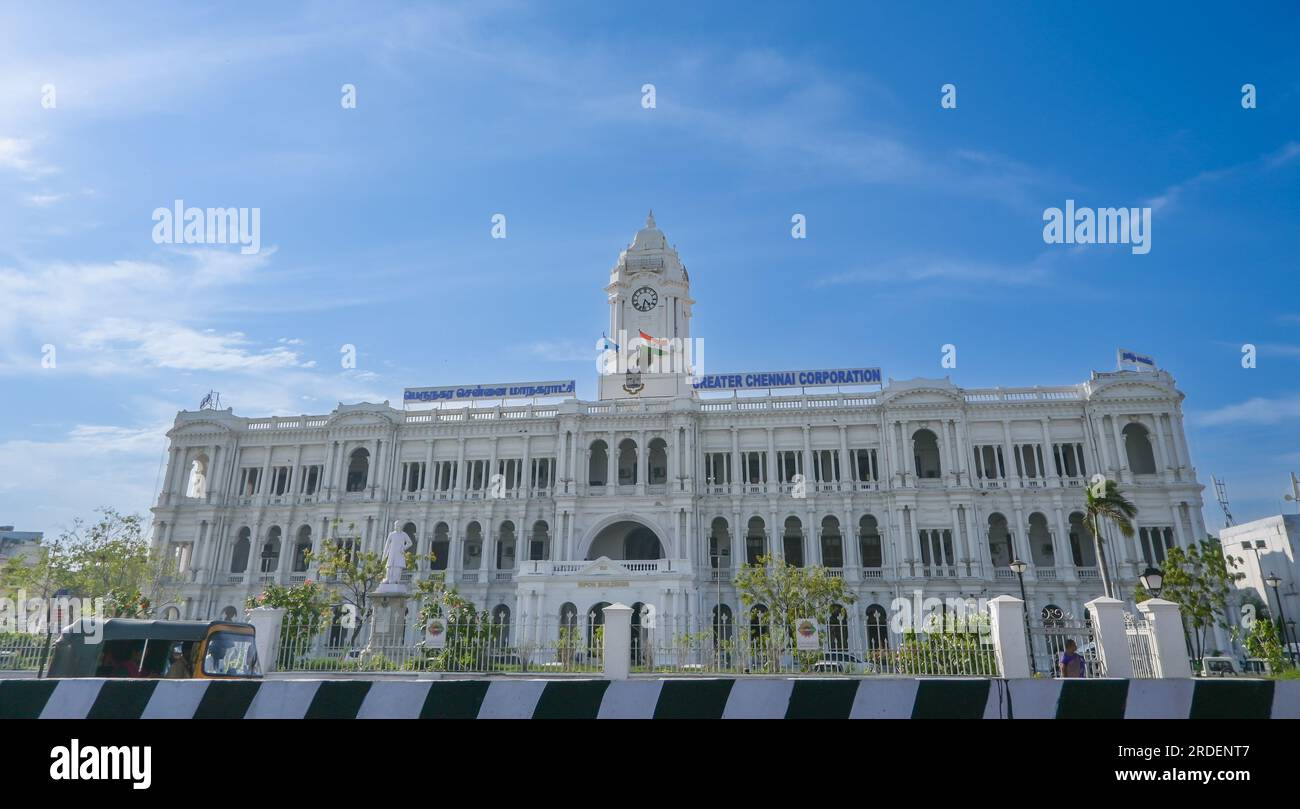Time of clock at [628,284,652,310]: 4:32
